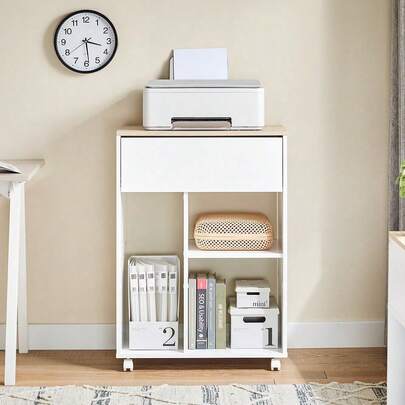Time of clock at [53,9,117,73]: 3:29
